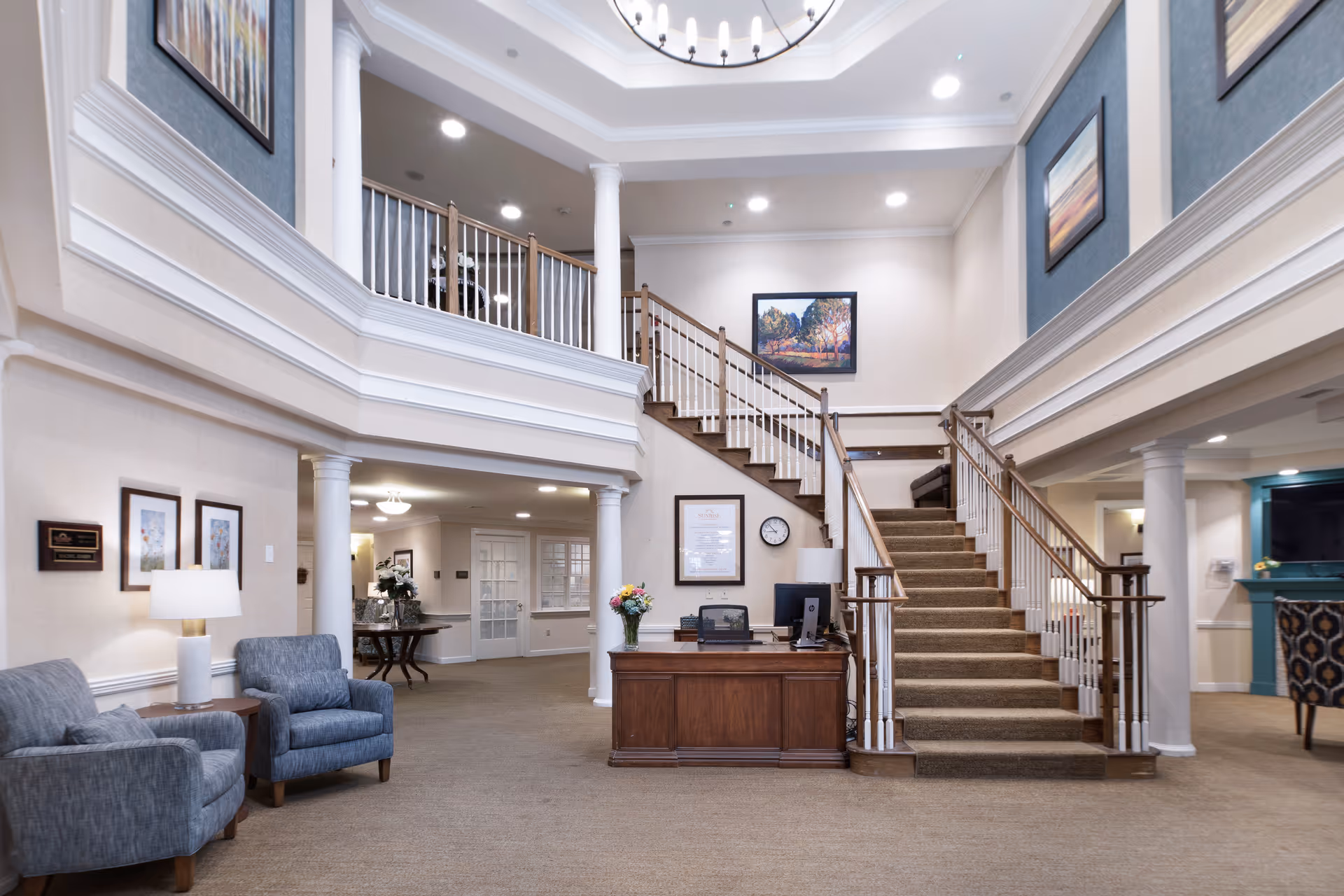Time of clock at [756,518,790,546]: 8:53
